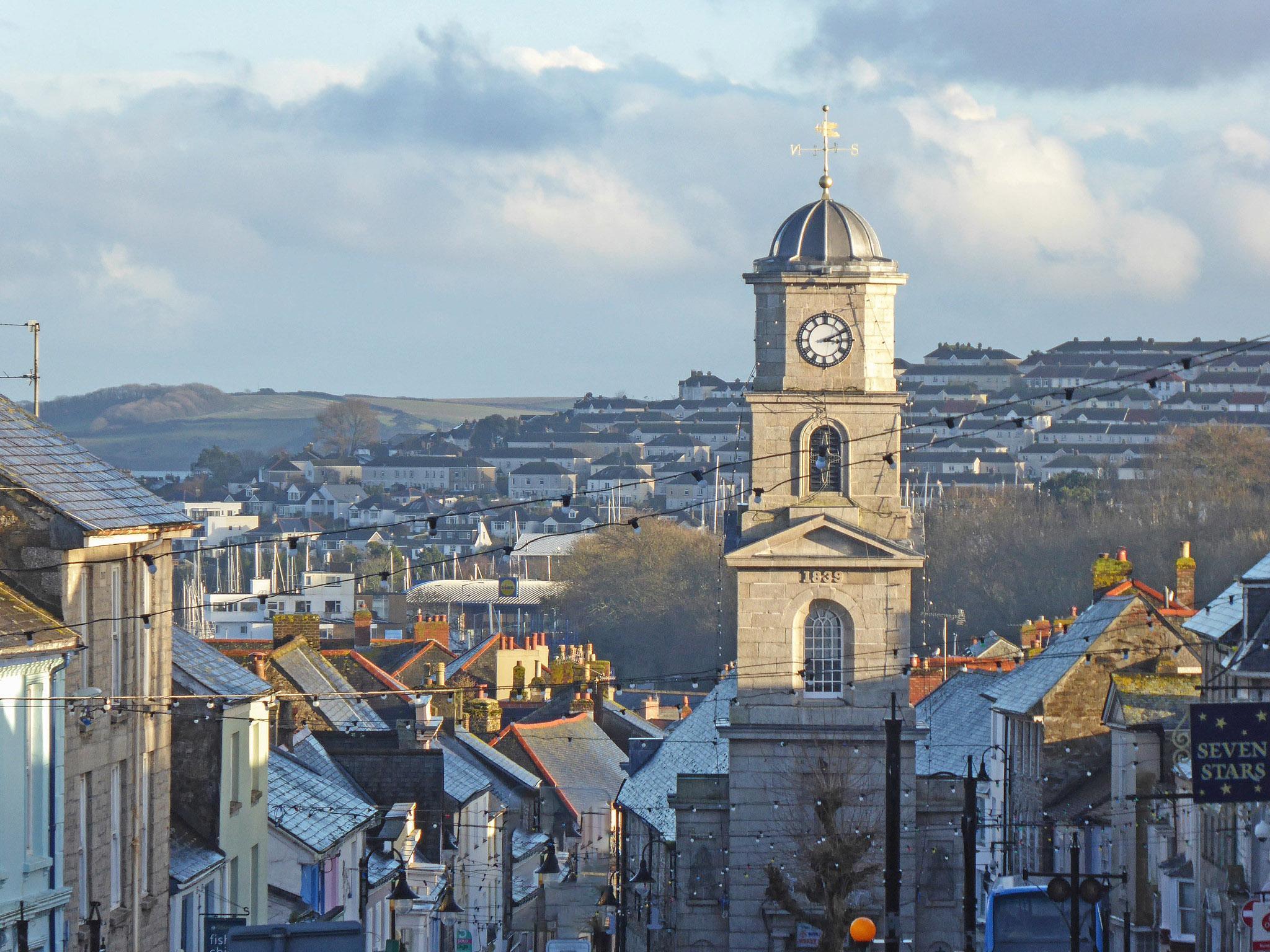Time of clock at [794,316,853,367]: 3:11
